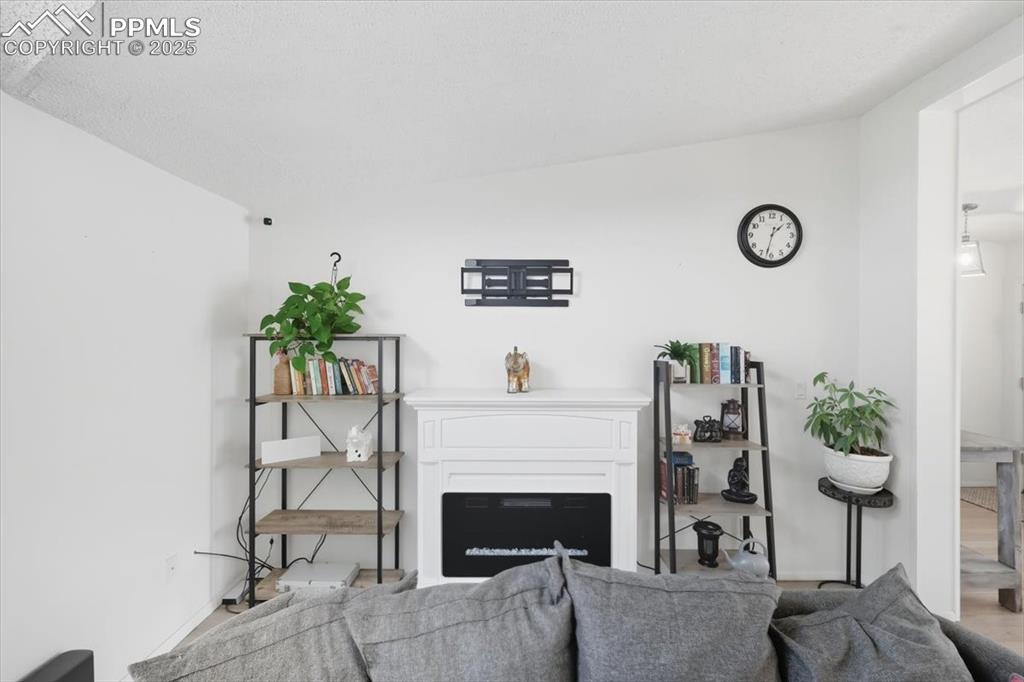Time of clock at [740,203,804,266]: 1:32
